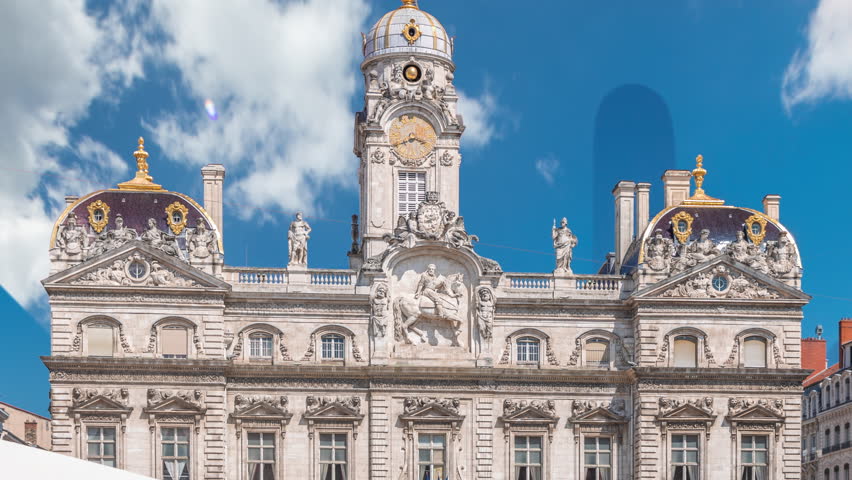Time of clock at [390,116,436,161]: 3:40
